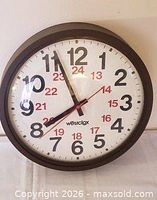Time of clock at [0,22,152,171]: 7:56
